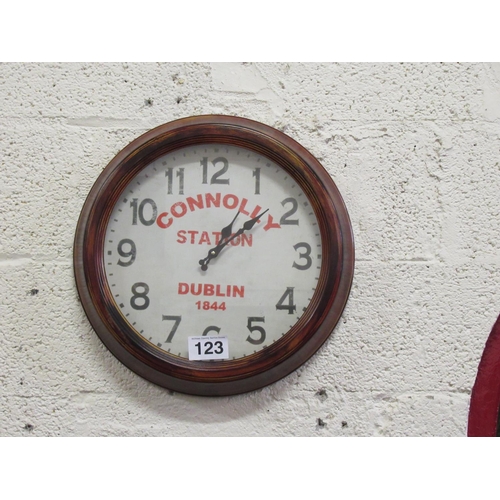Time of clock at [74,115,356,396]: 1:08
